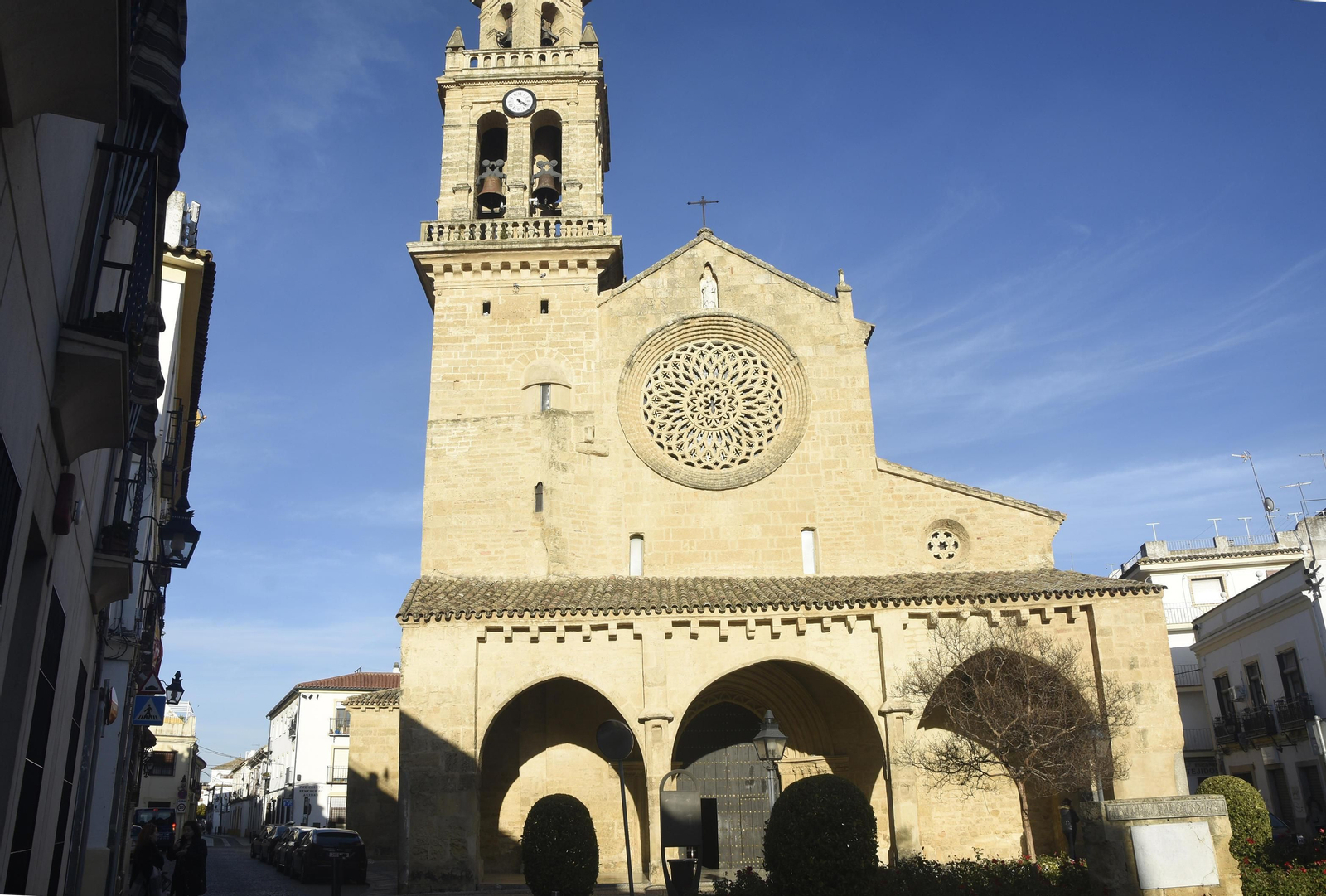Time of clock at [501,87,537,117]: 4:19
